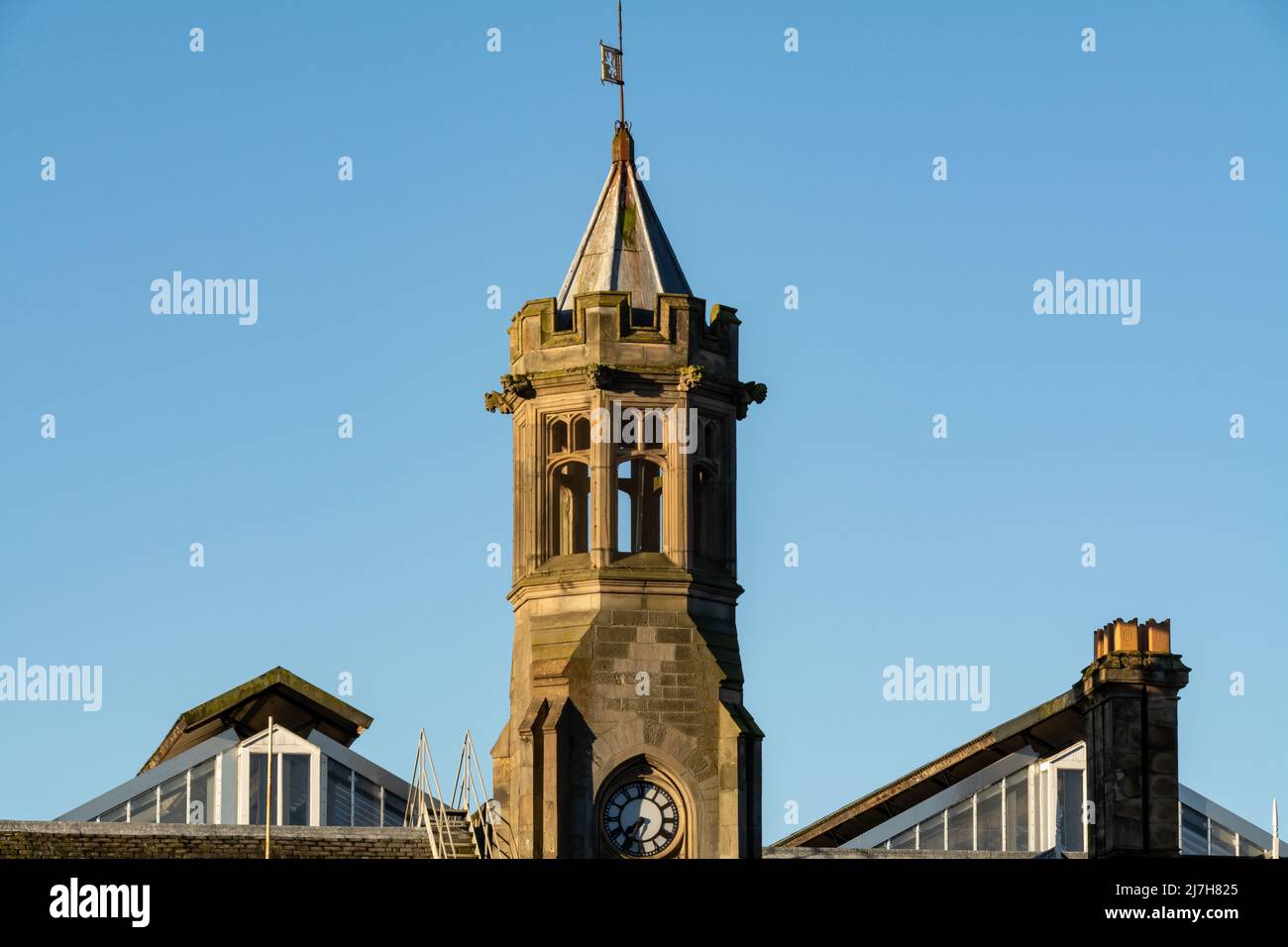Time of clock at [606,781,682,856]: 7:34
